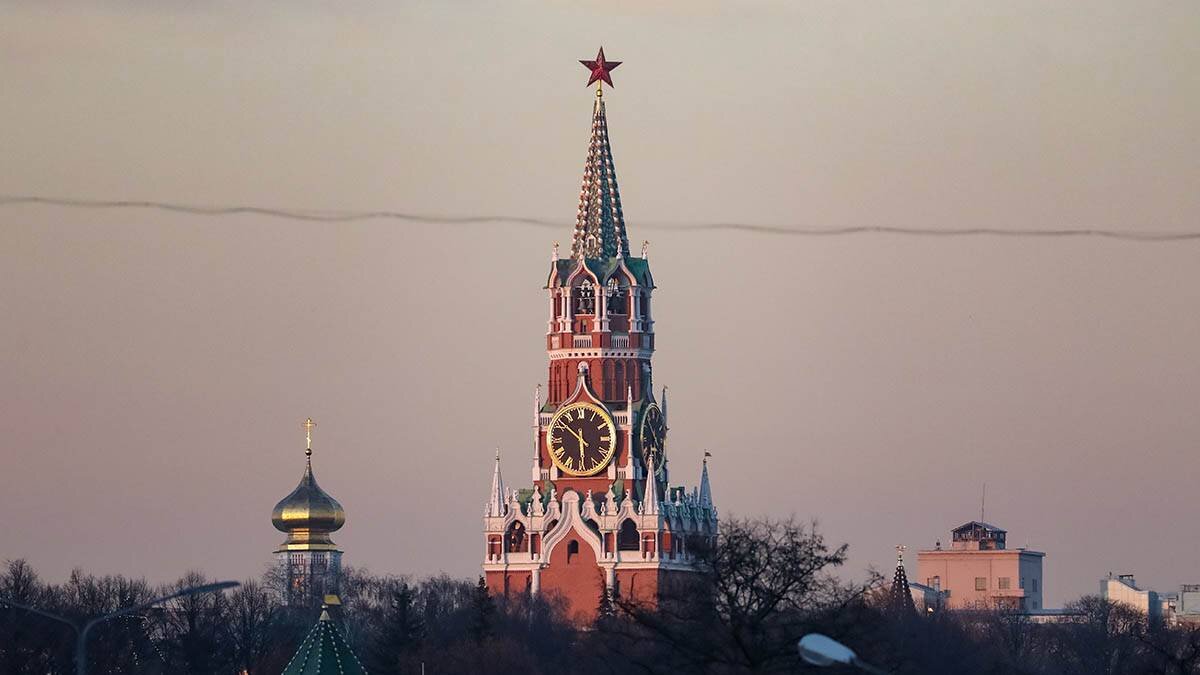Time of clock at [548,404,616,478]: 5:51
